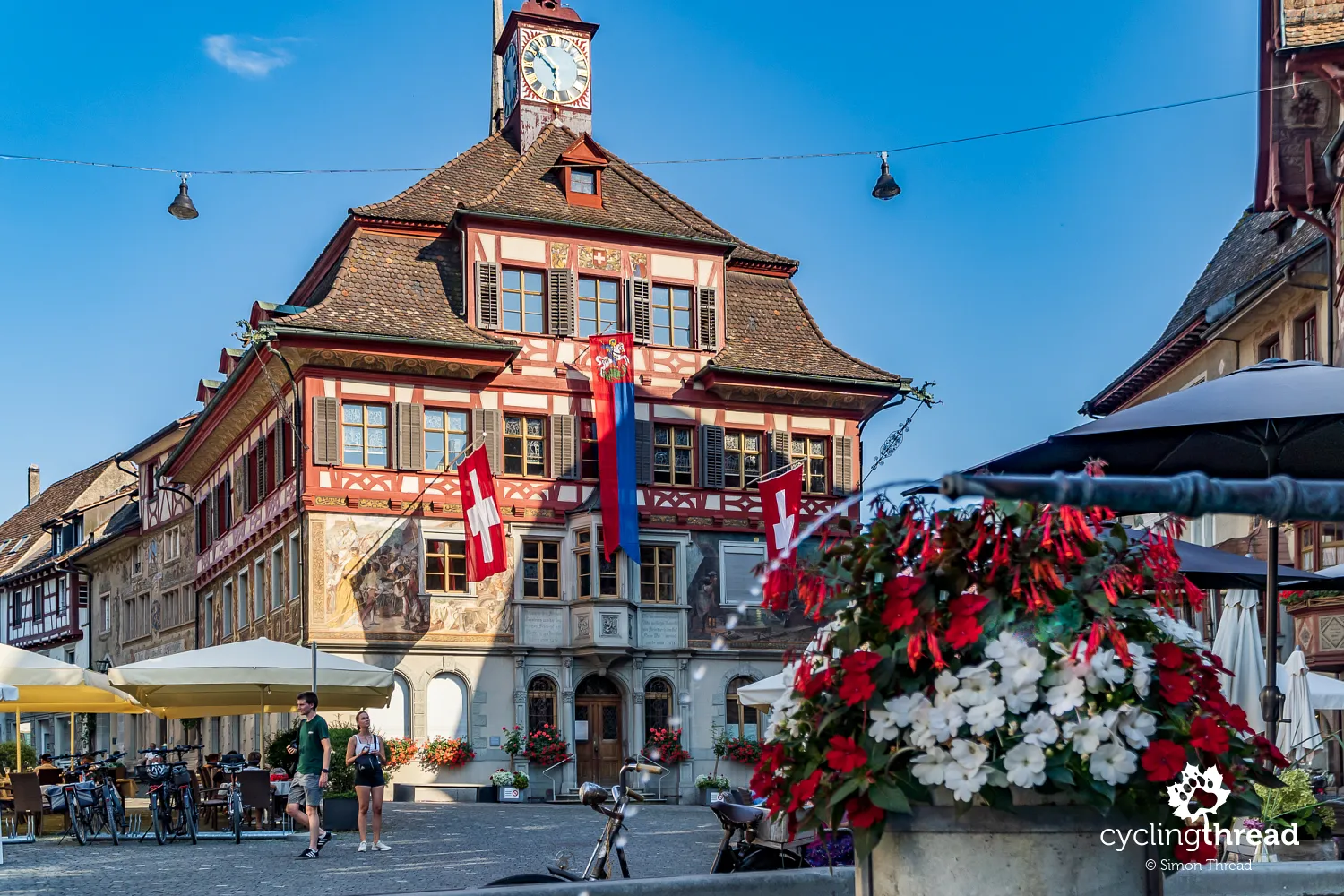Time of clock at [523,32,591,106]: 5:51
